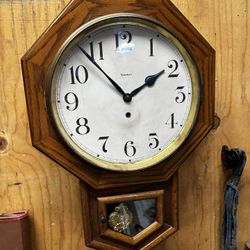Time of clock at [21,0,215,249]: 1:53
